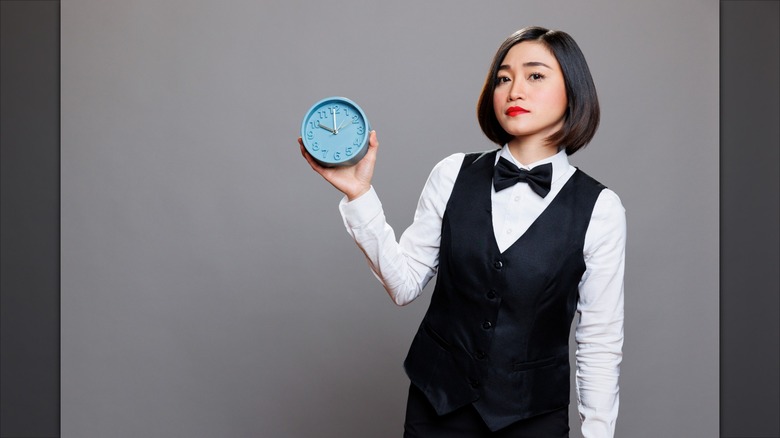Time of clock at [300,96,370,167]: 10:00
